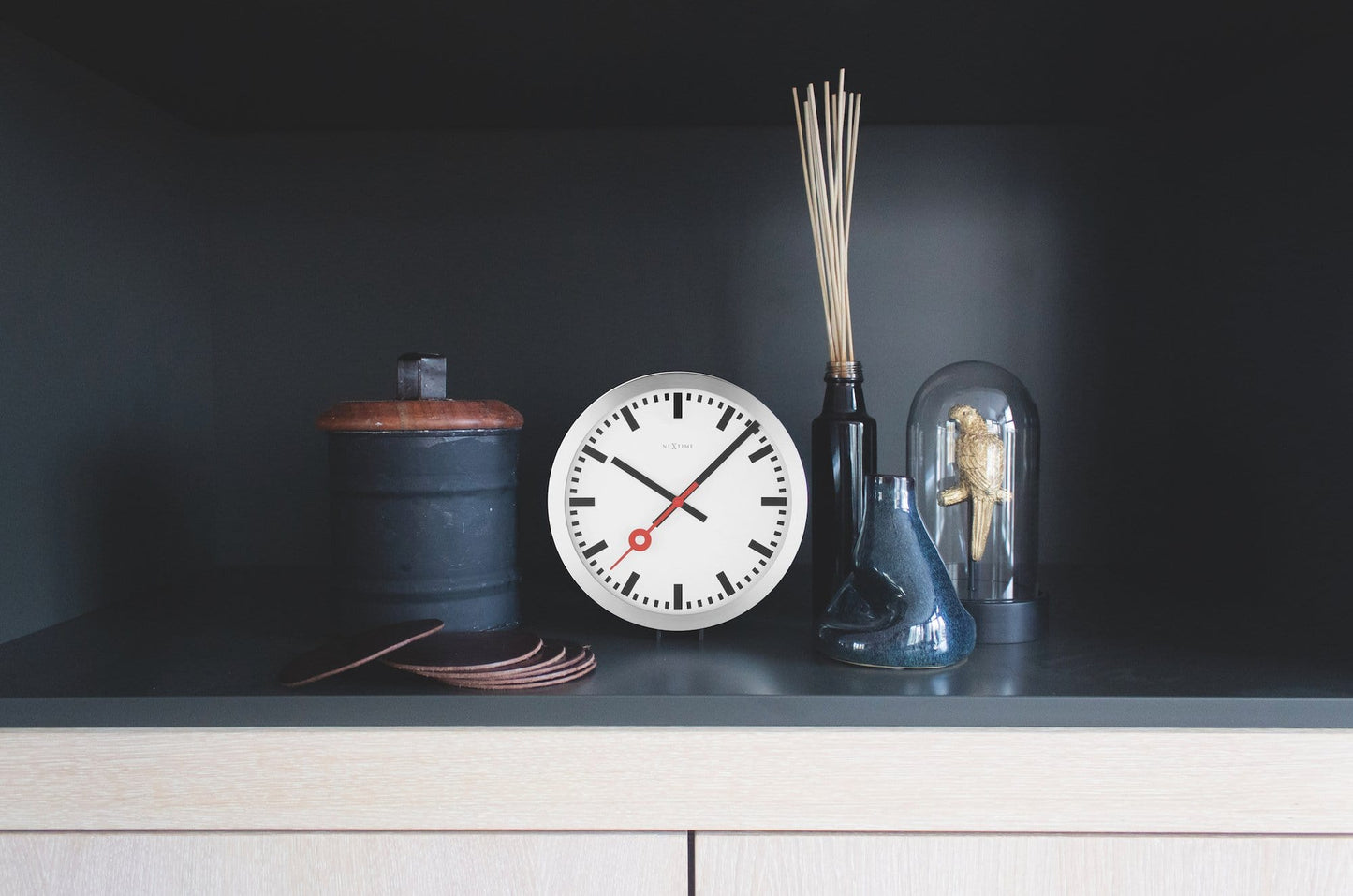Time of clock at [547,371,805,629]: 10:07
